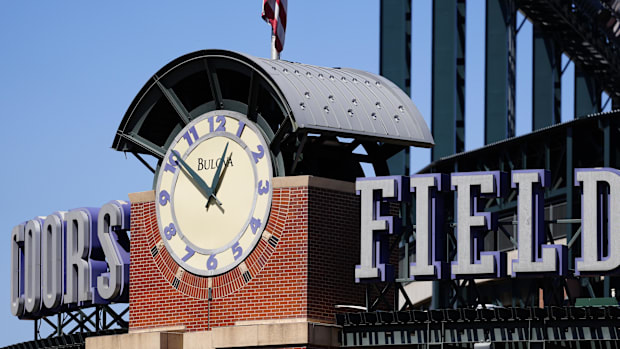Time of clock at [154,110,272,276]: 12:51
